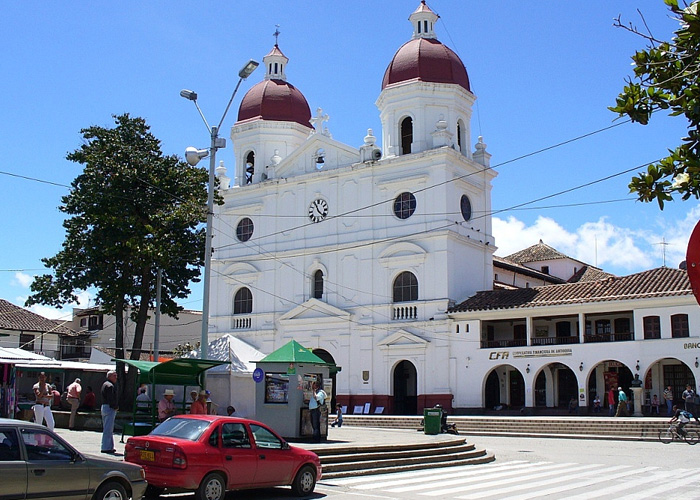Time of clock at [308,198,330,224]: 11:22
